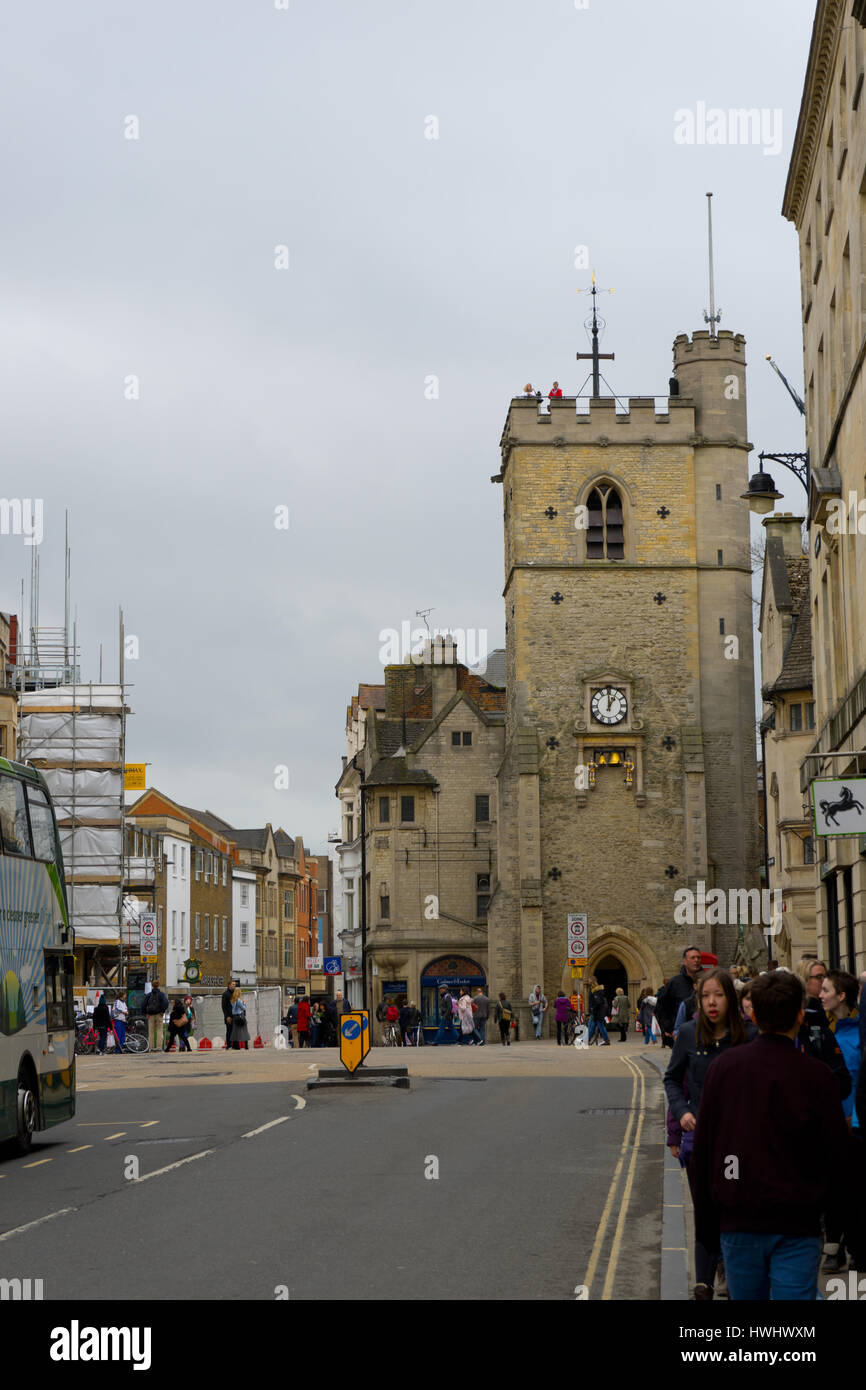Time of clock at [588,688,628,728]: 1:00
